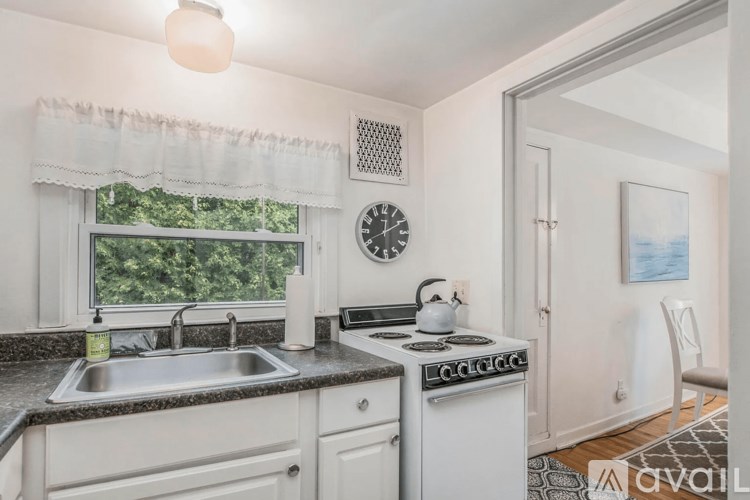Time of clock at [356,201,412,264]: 12:10
